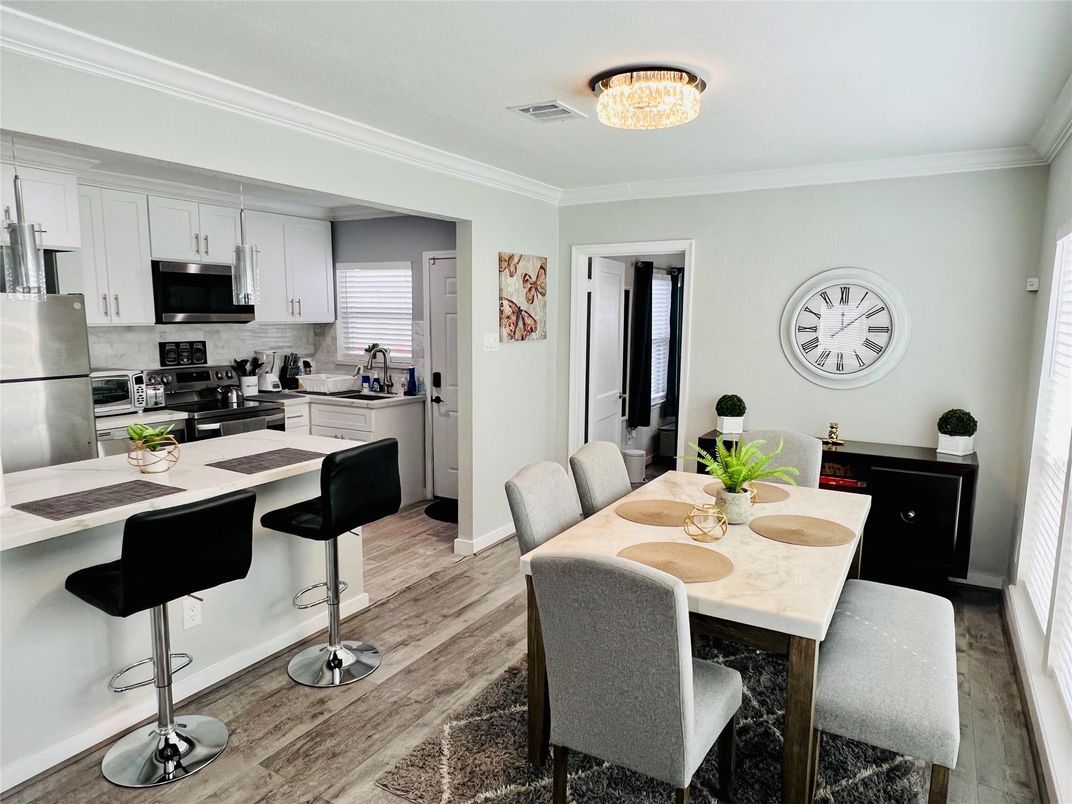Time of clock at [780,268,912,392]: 12:08
